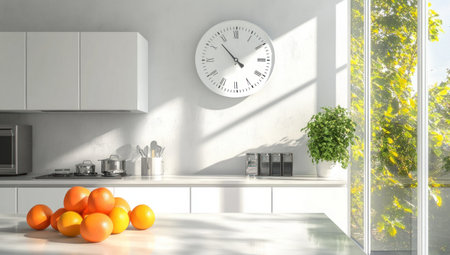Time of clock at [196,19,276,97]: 10:39
